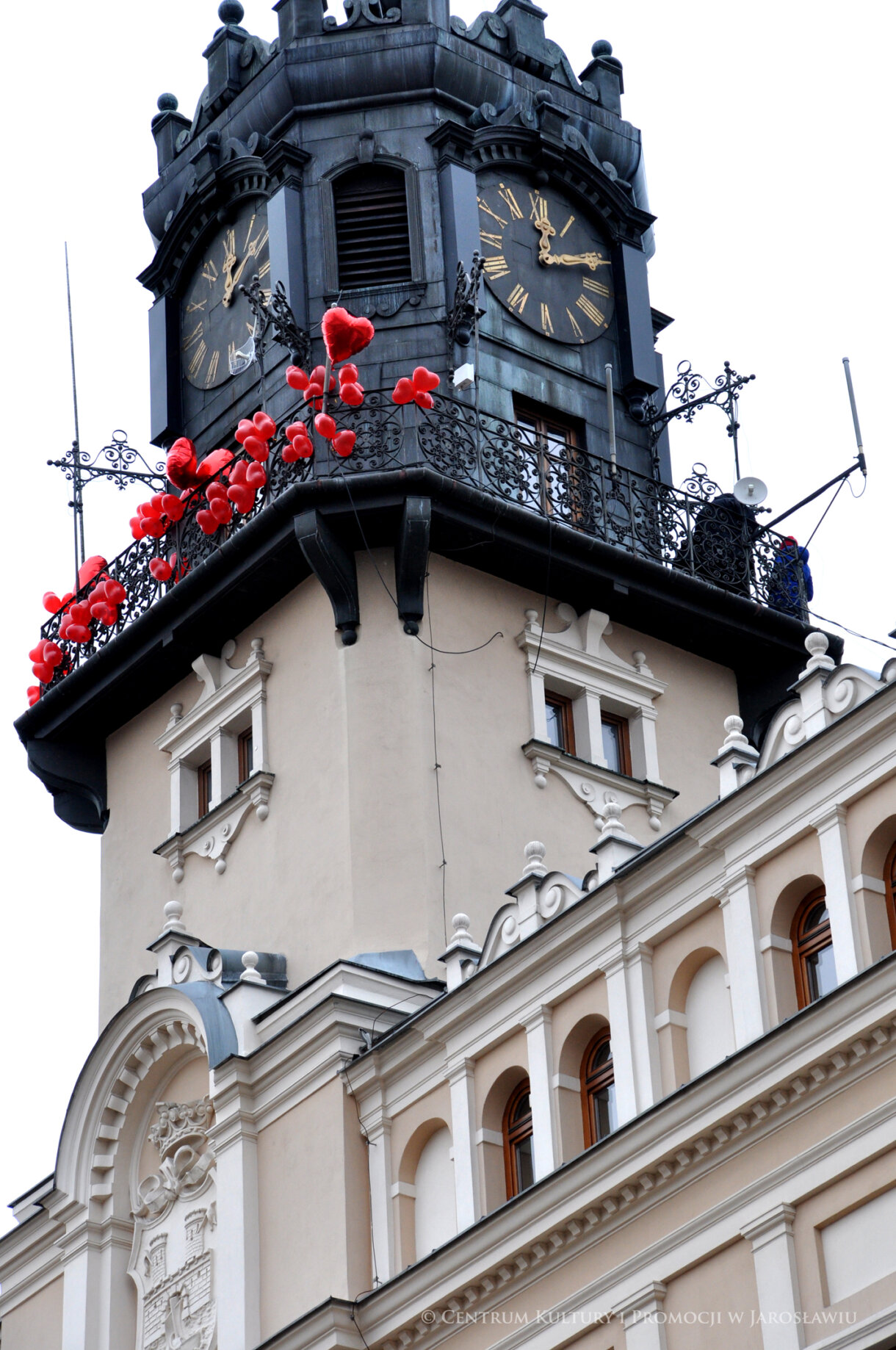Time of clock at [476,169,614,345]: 12:11
